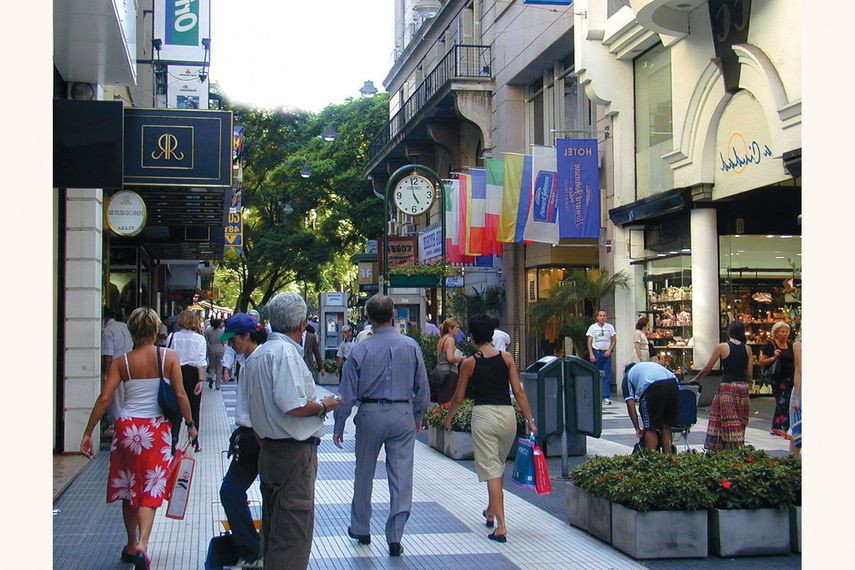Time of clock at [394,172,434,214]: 4:58
